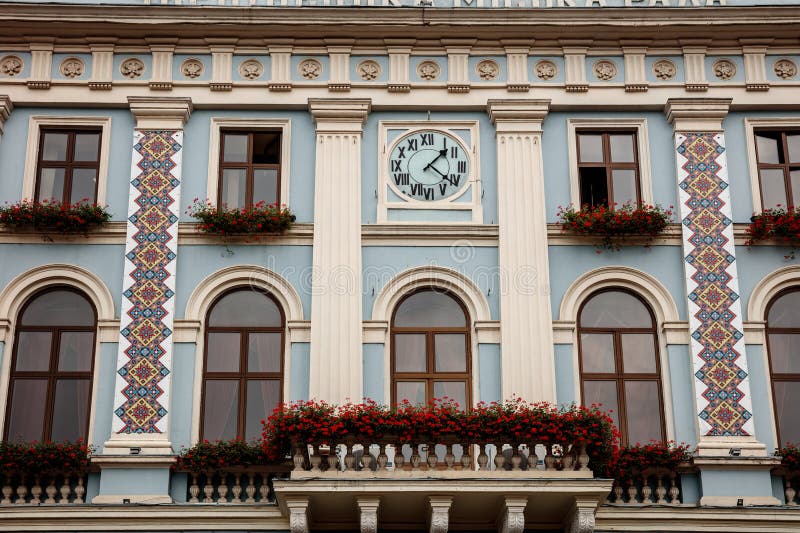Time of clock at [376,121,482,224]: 1:21
